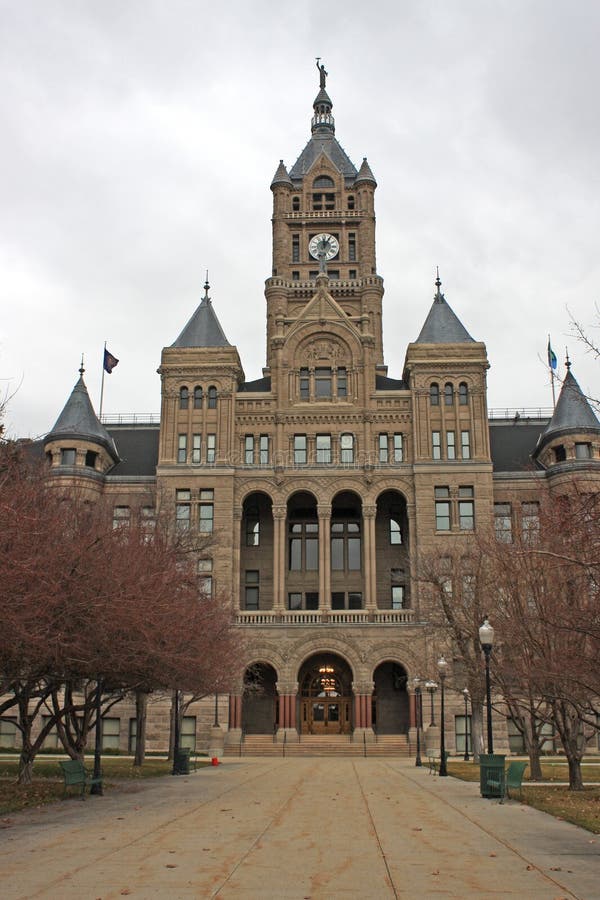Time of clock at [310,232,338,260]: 12:05
